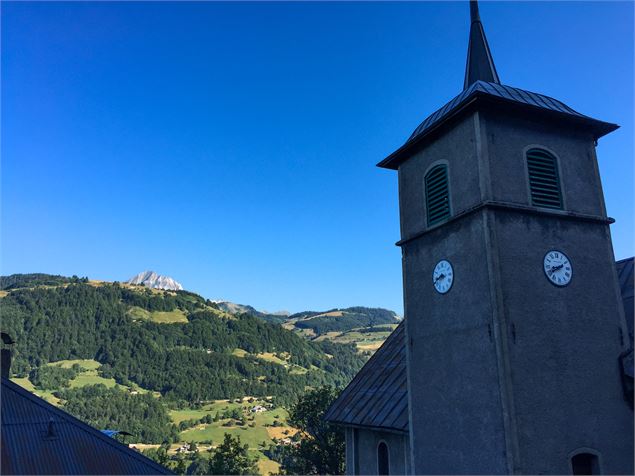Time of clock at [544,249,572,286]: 8:40
